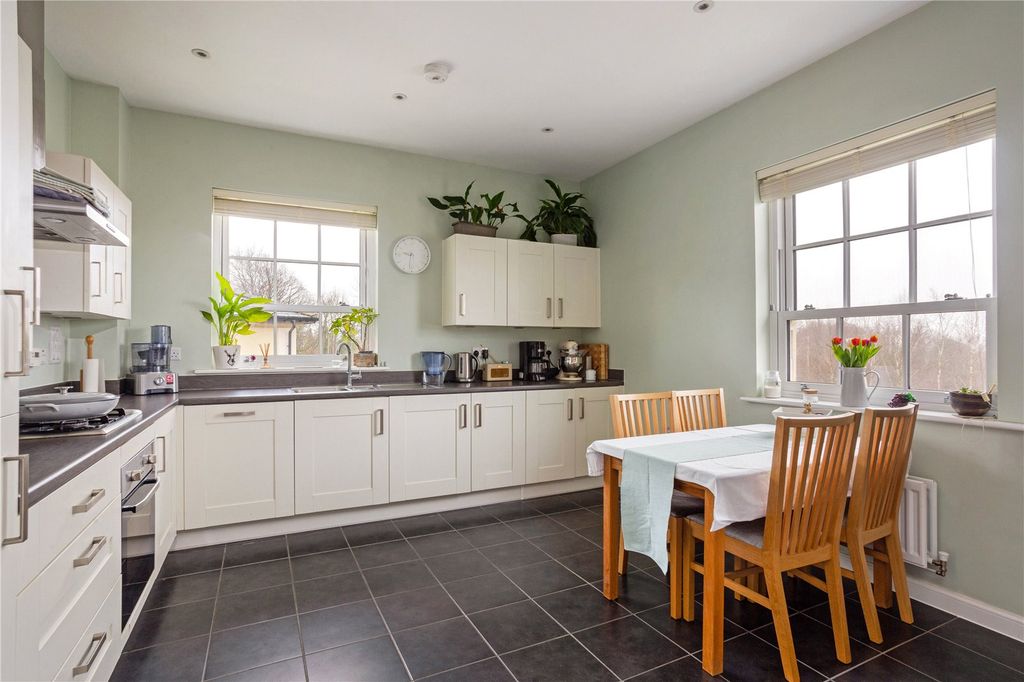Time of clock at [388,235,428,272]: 9:31
